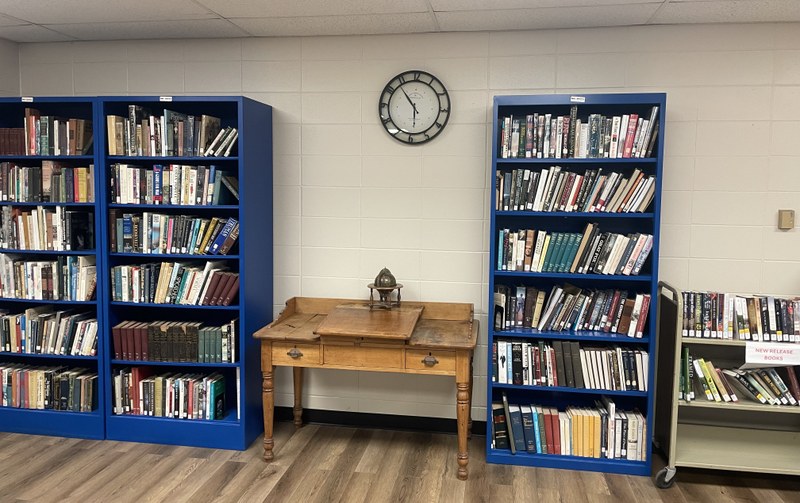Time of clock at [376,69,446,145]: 5:53
